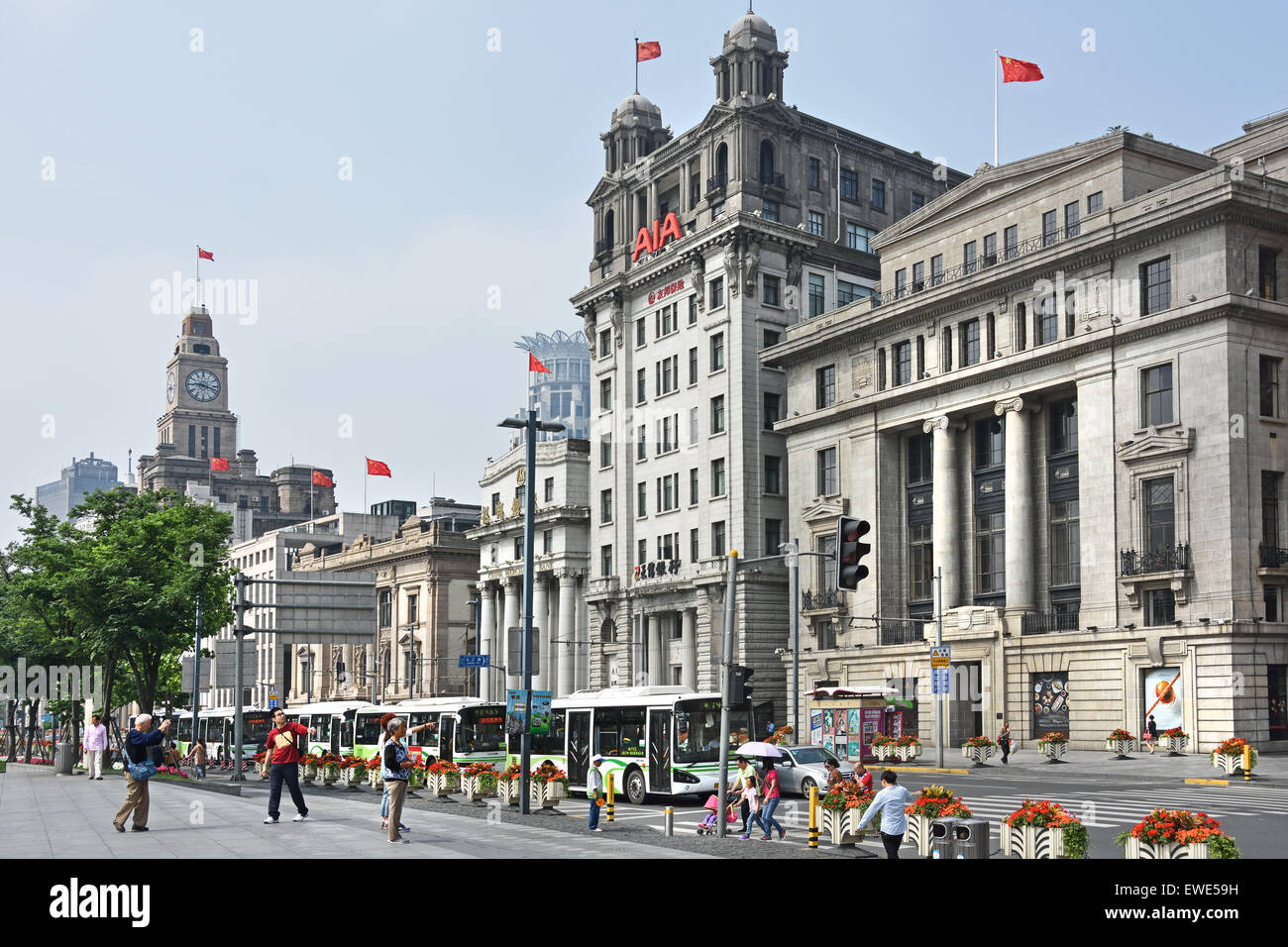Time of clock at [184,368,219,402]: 9:17
